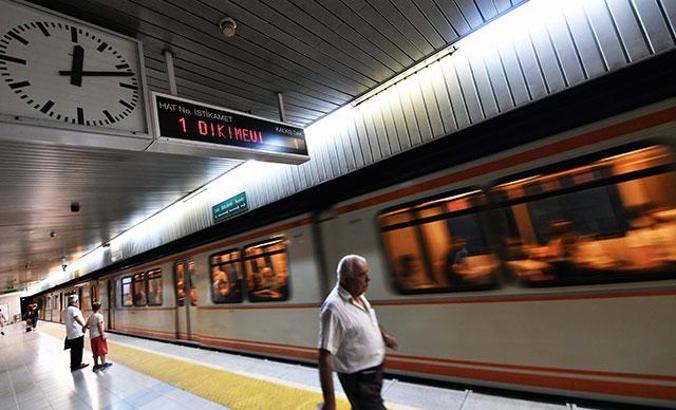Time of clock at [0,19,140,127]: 12:12
